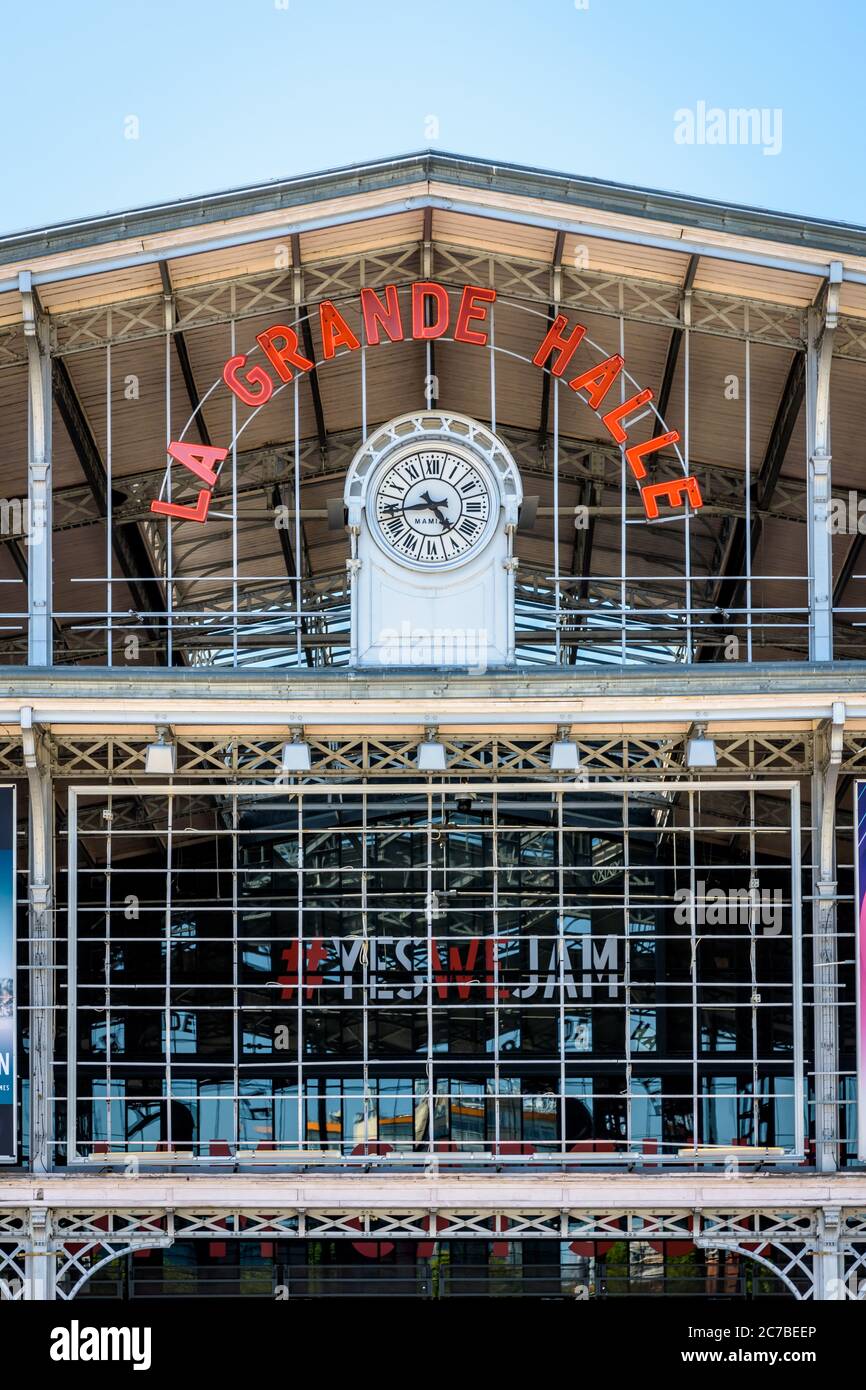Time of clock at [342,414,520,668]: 4:42
